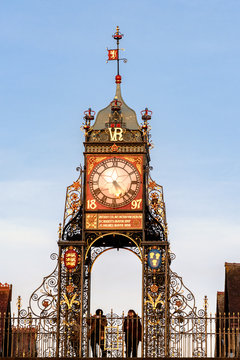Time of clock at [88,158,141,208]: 5:22
